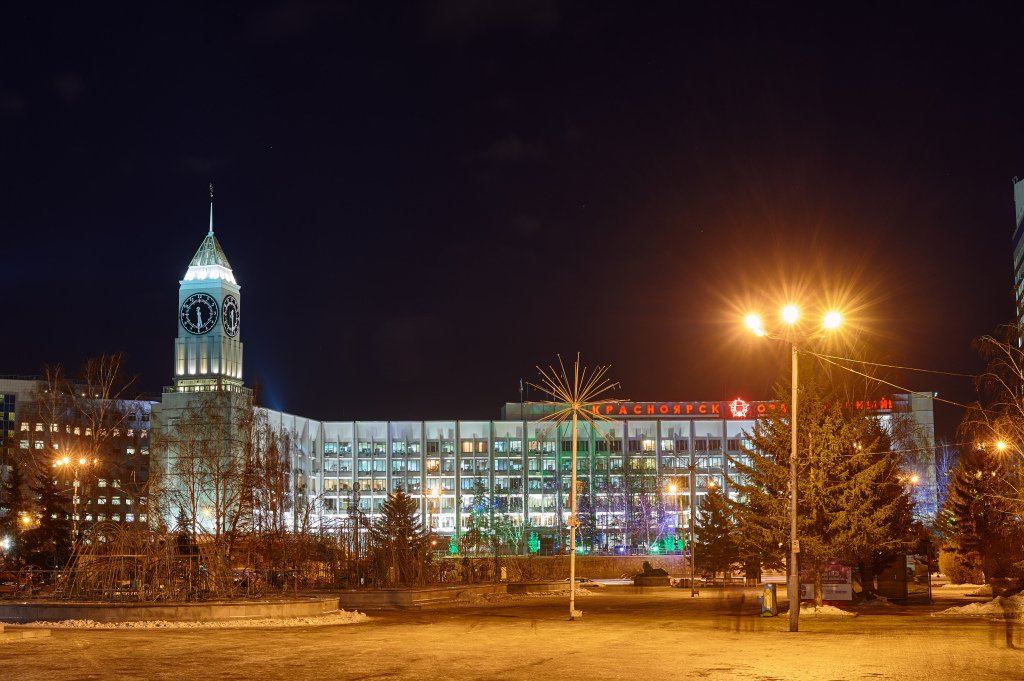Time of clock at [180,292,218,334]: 5:29
